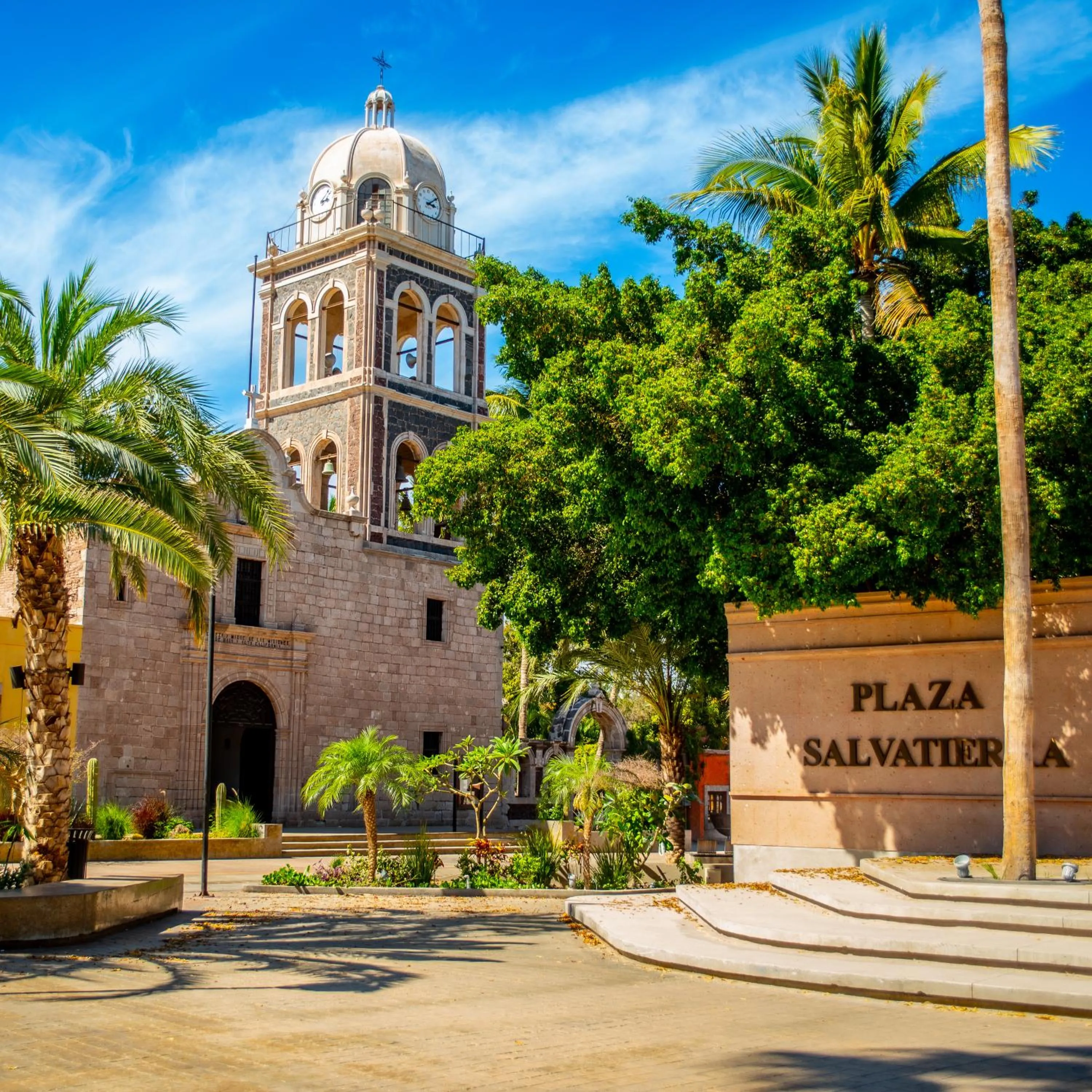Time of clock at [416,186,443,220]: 3:09
